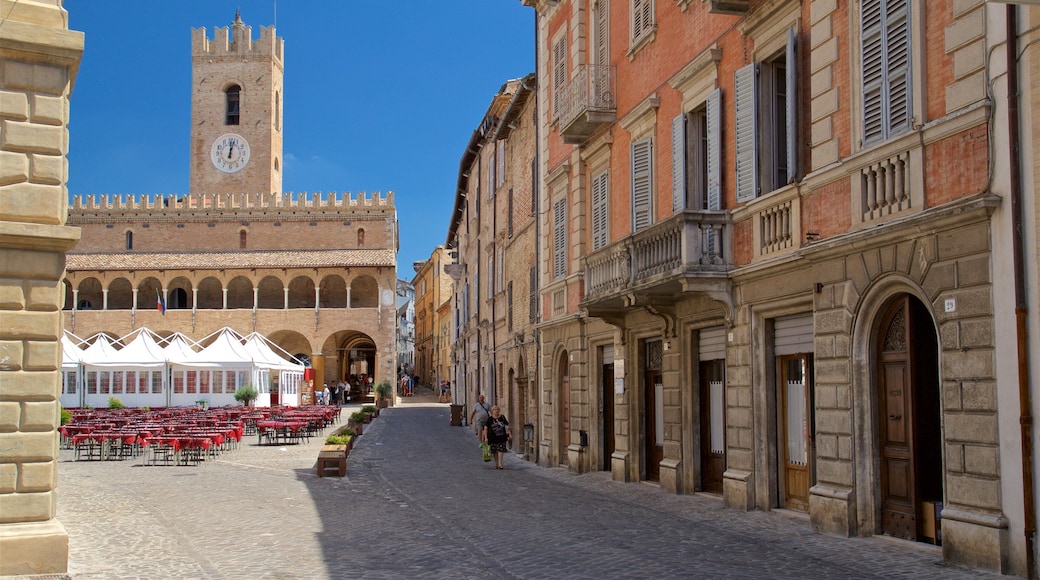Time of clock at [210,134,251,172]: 12:02
